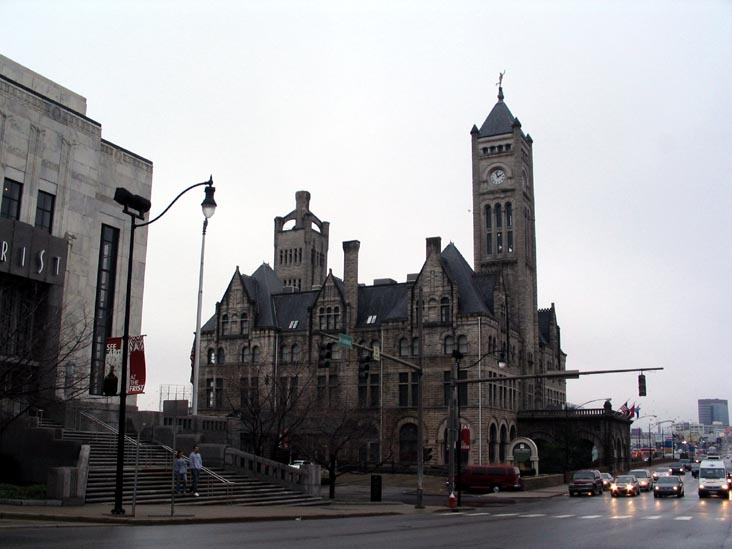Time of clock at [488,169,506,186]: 1:57
